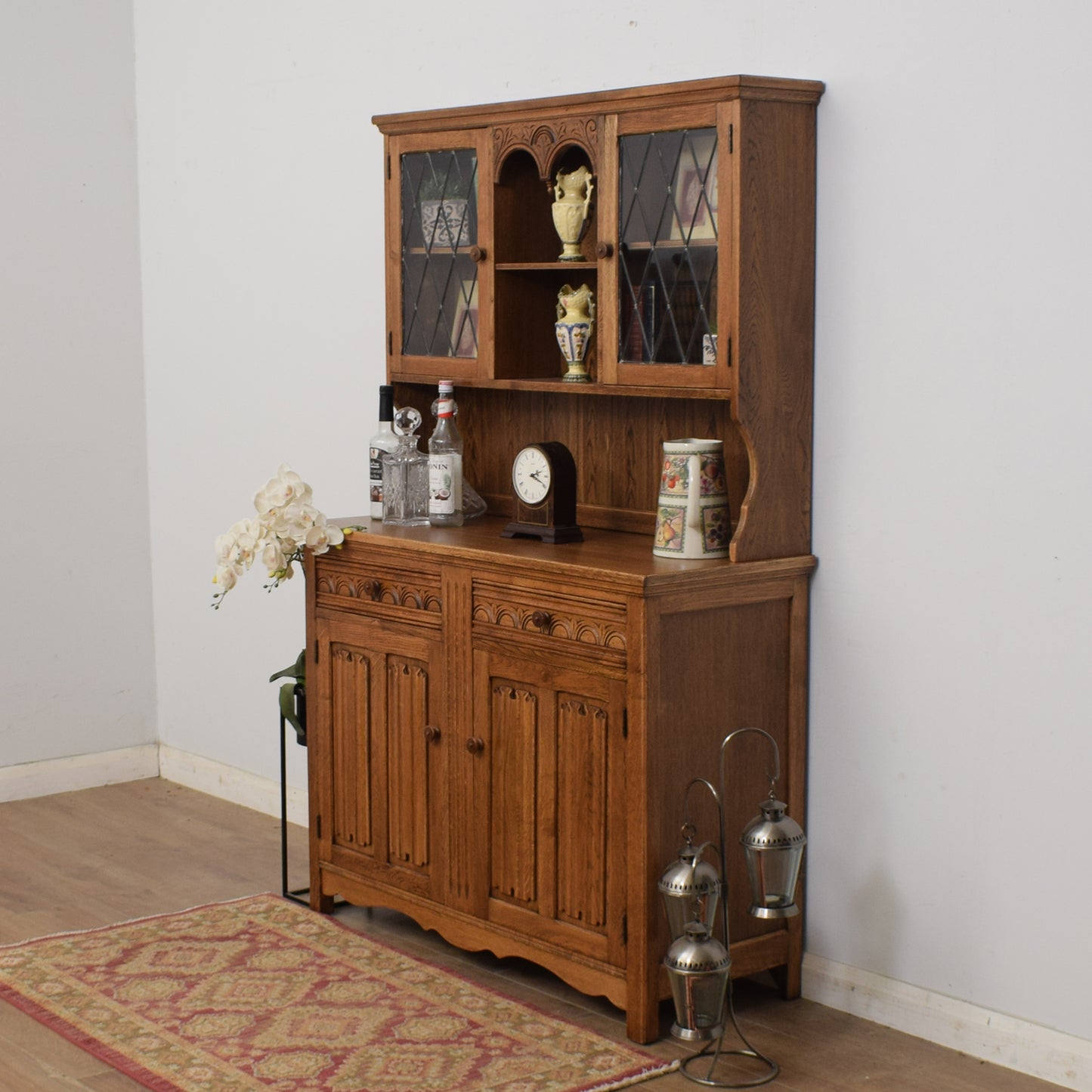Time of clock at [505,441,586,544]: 2:18
